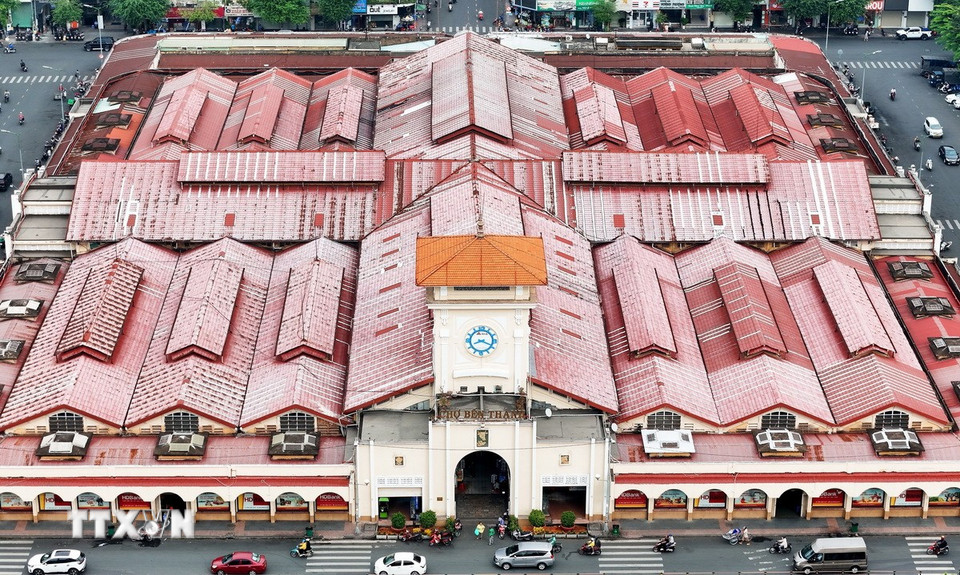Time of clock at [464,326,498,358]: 8:18
